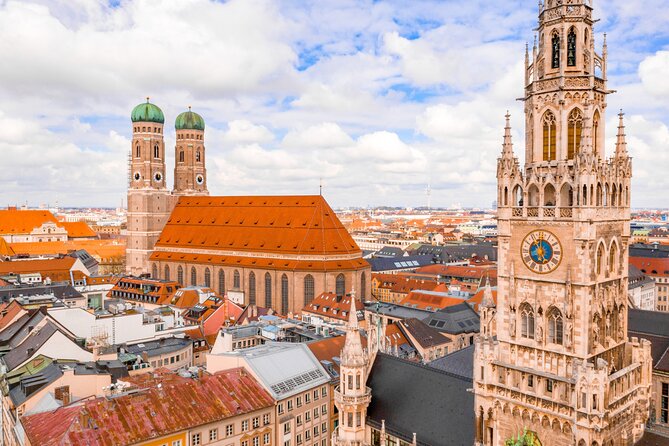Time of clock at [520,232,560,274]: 5:59
